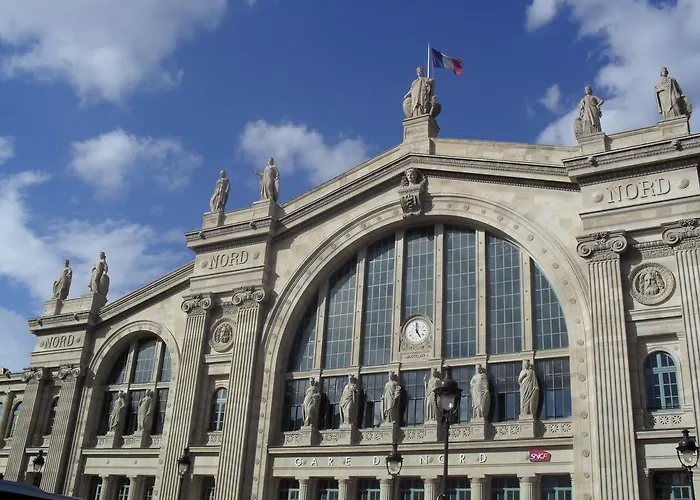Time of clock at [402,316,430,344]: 4:59
